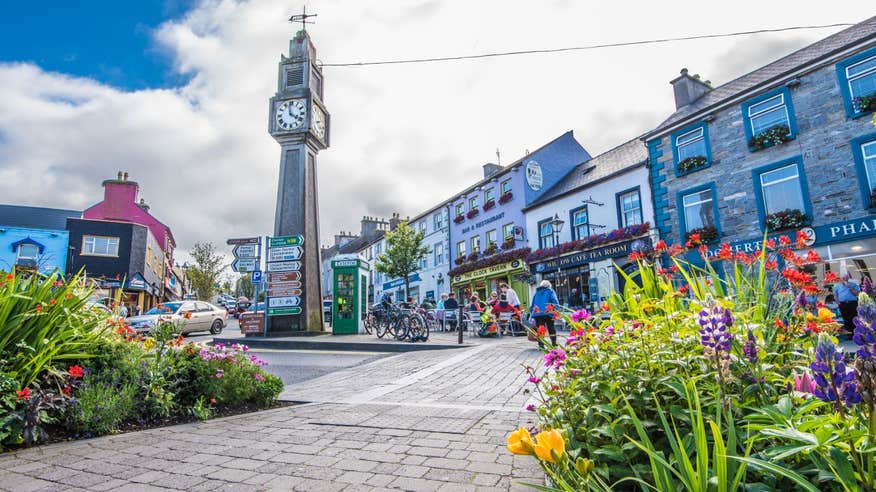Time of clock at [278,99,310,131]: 3:58
